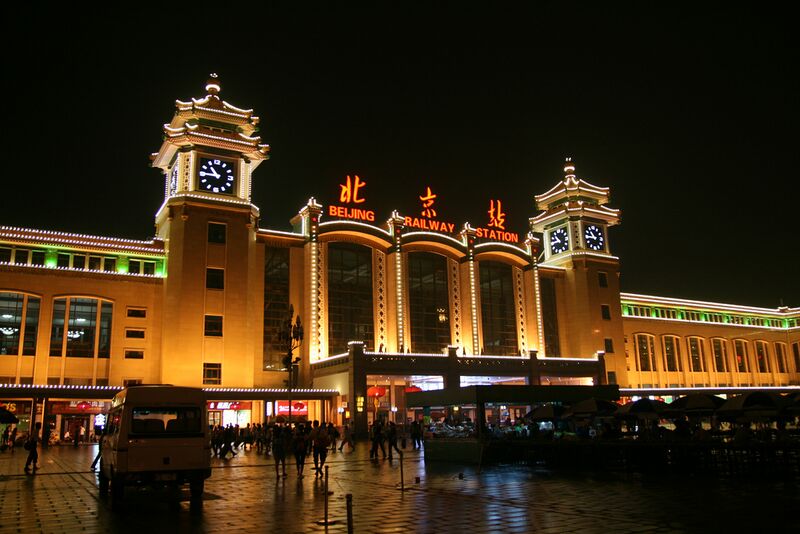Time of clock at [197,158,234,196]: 10:45
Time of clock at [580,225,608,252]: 10:45
